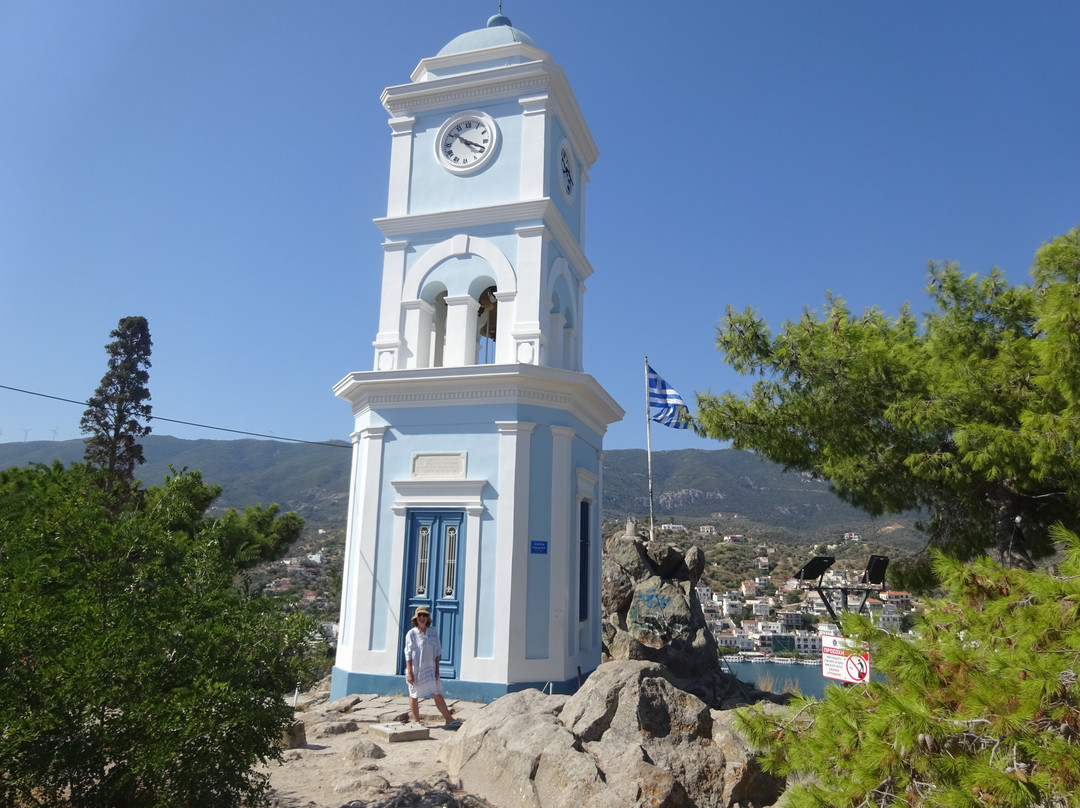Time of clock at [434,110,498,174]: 10:18
